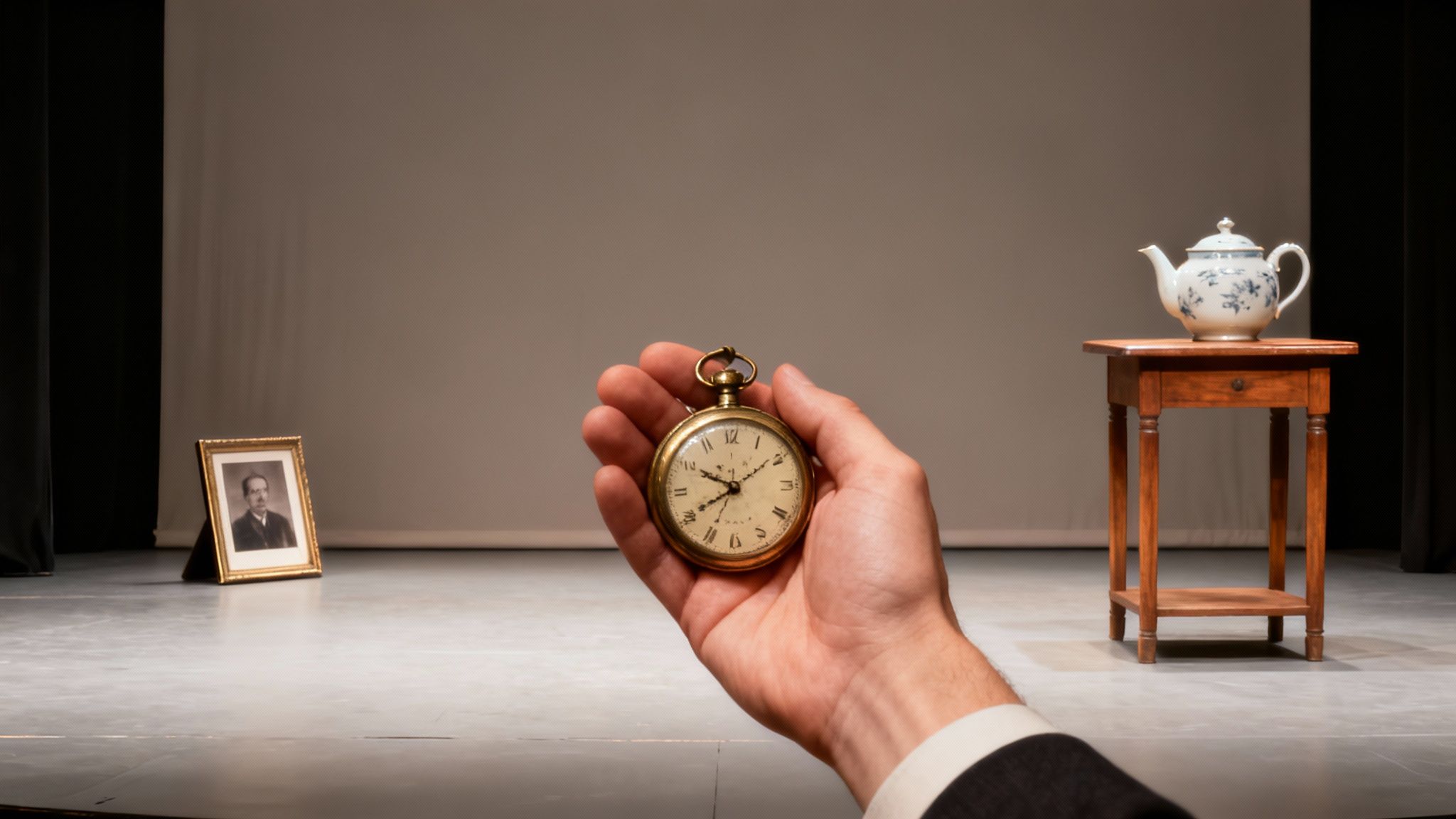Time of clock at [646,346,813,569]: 9:40
